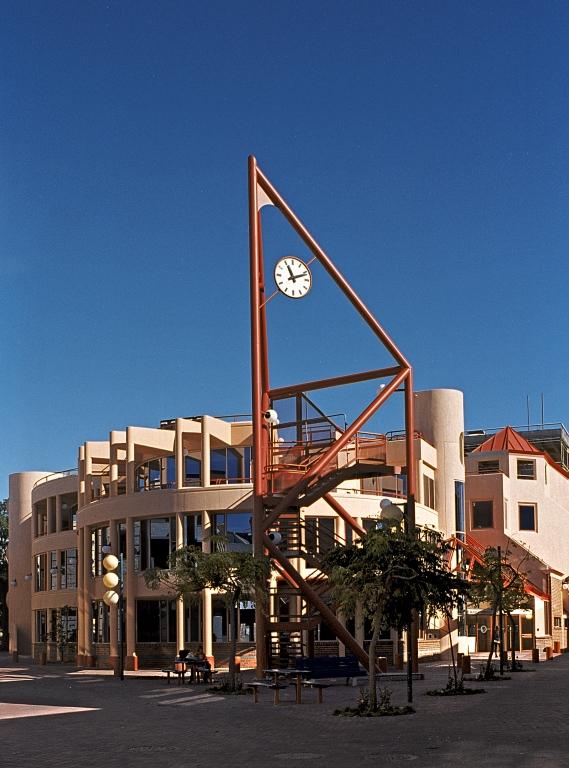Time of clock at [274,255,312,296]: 11:11
